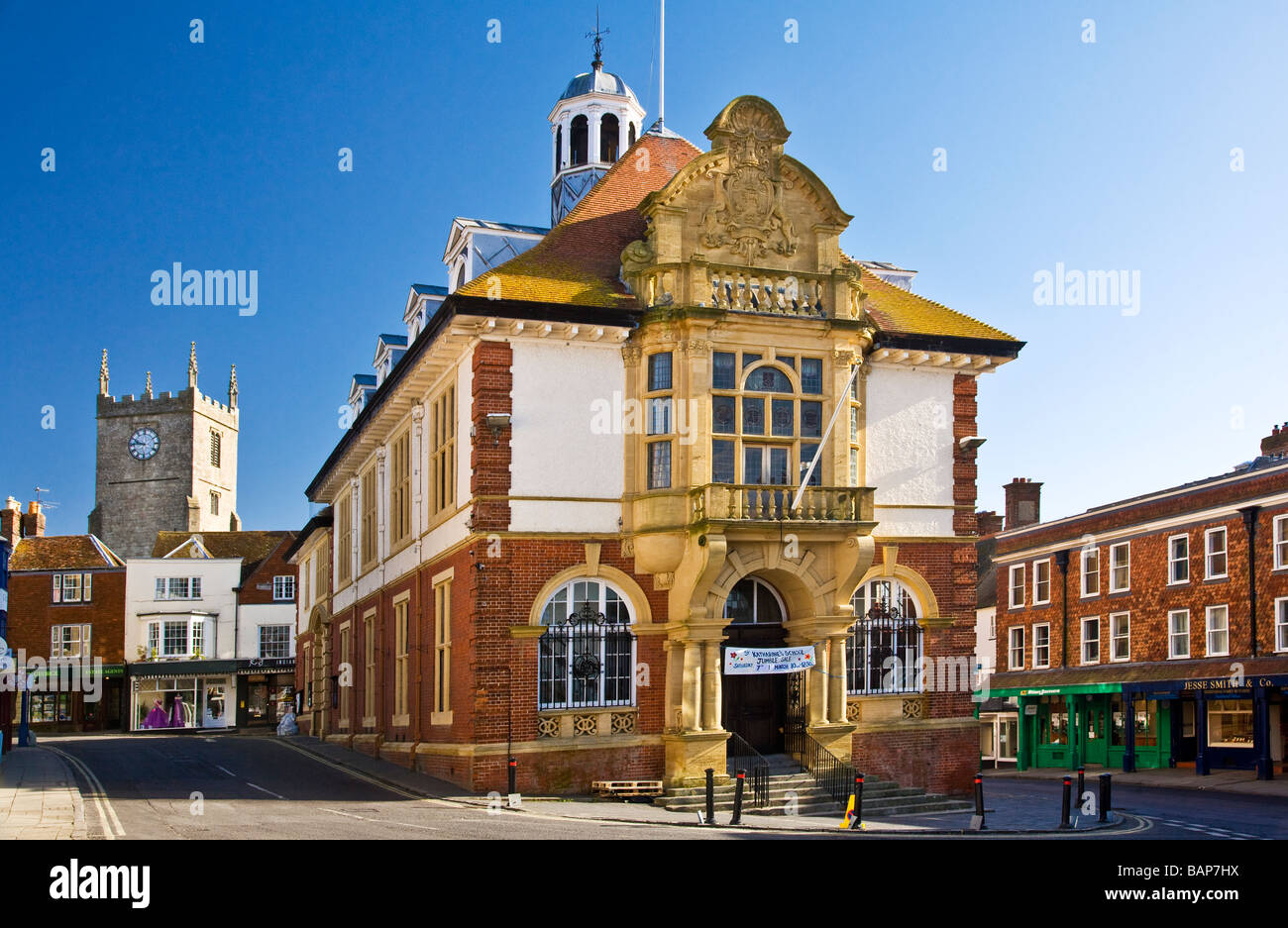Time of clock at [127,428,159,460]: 9:45
